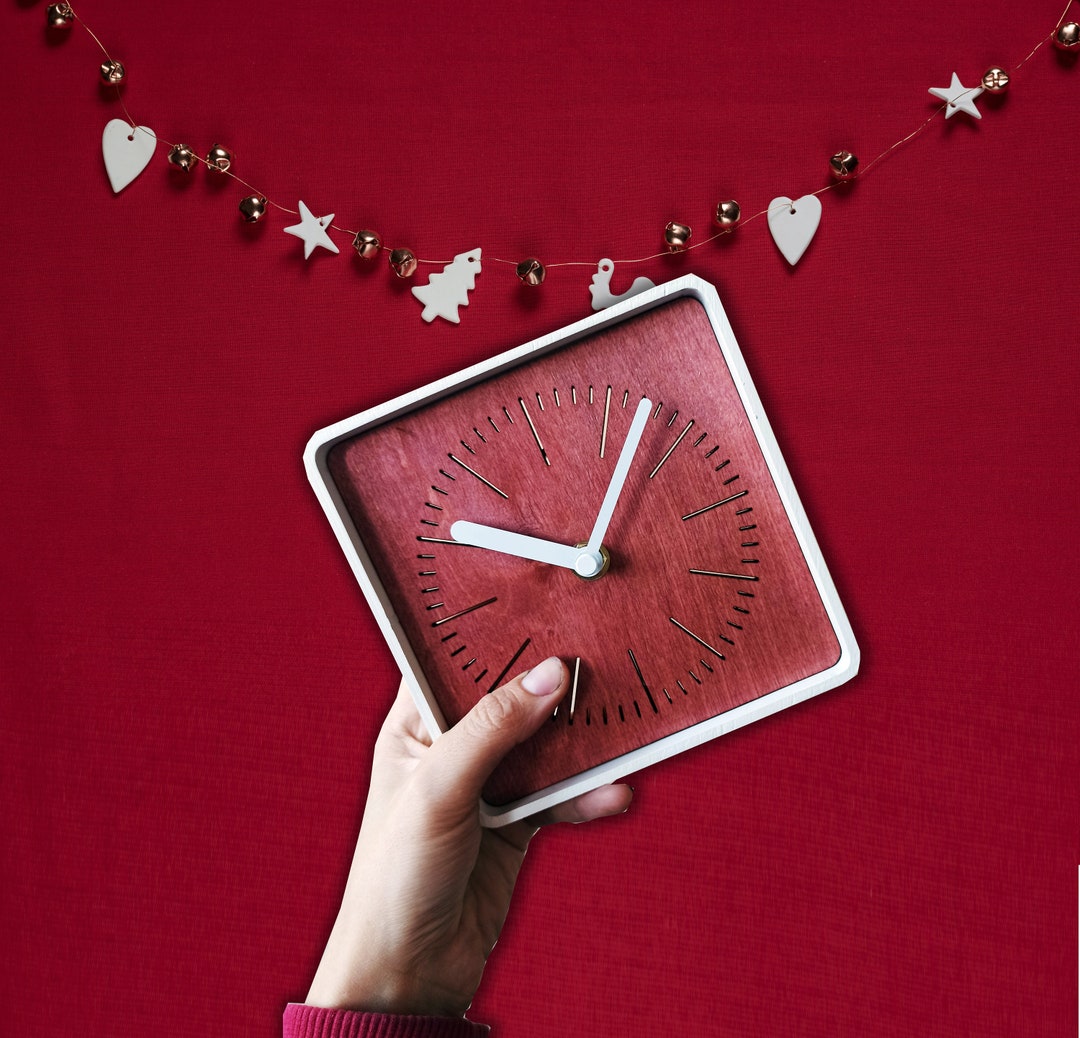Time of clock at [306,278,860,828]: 10:07
